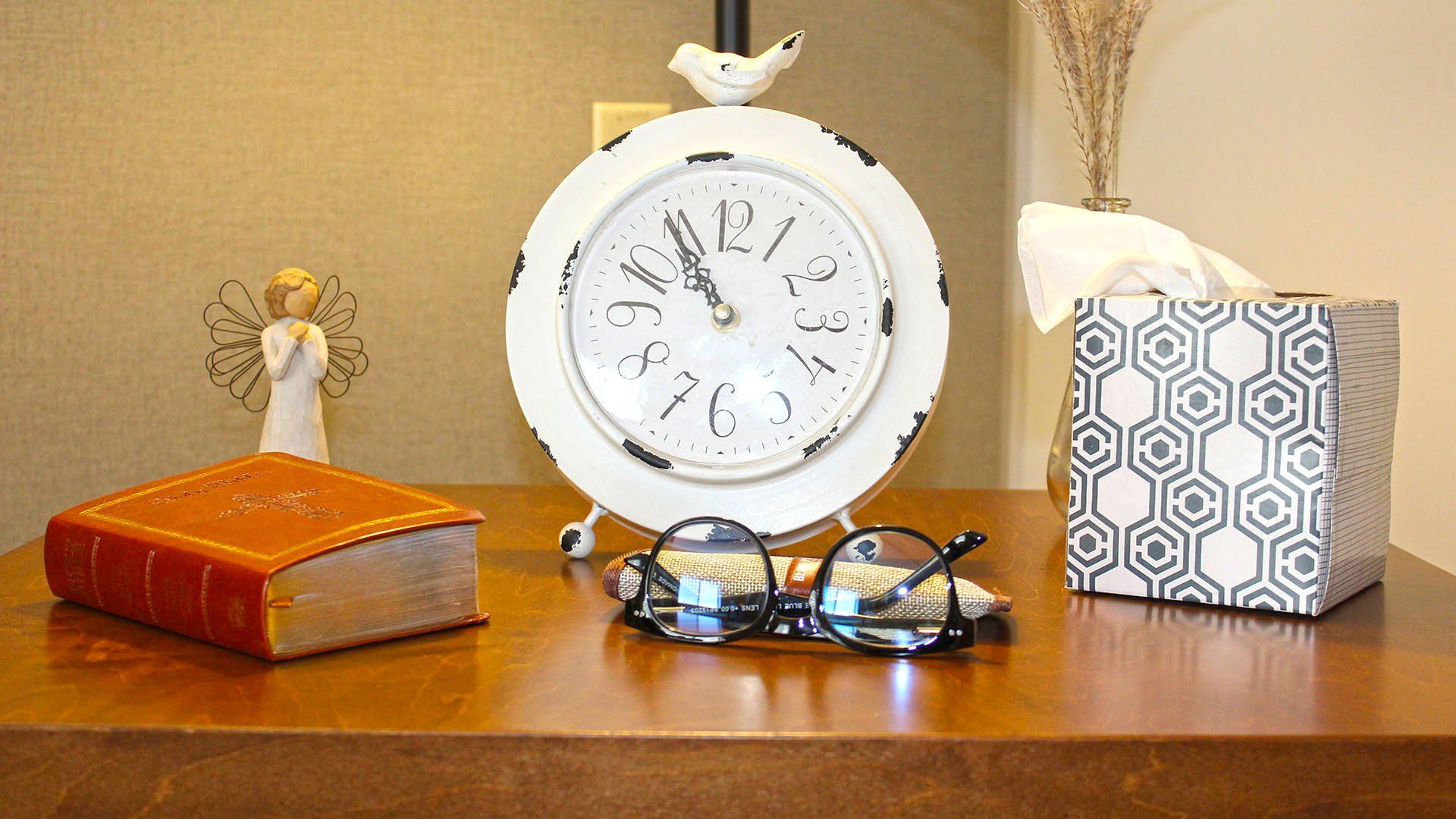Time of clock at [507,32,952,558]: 9:54
